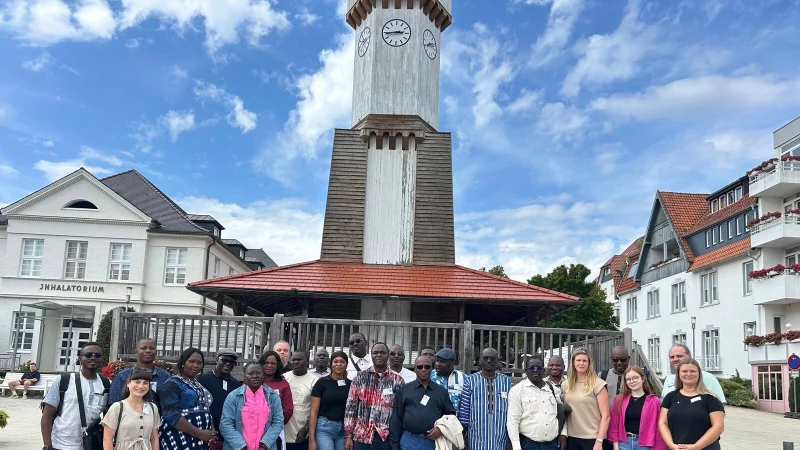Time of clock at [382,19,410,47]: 2:44
